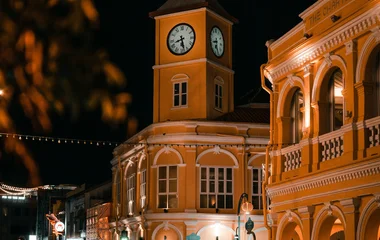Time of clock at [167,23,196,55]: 8:27
